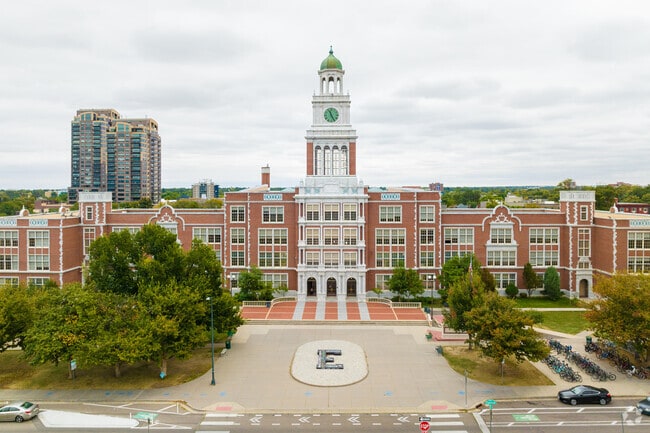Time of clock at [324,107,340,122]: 11:25
